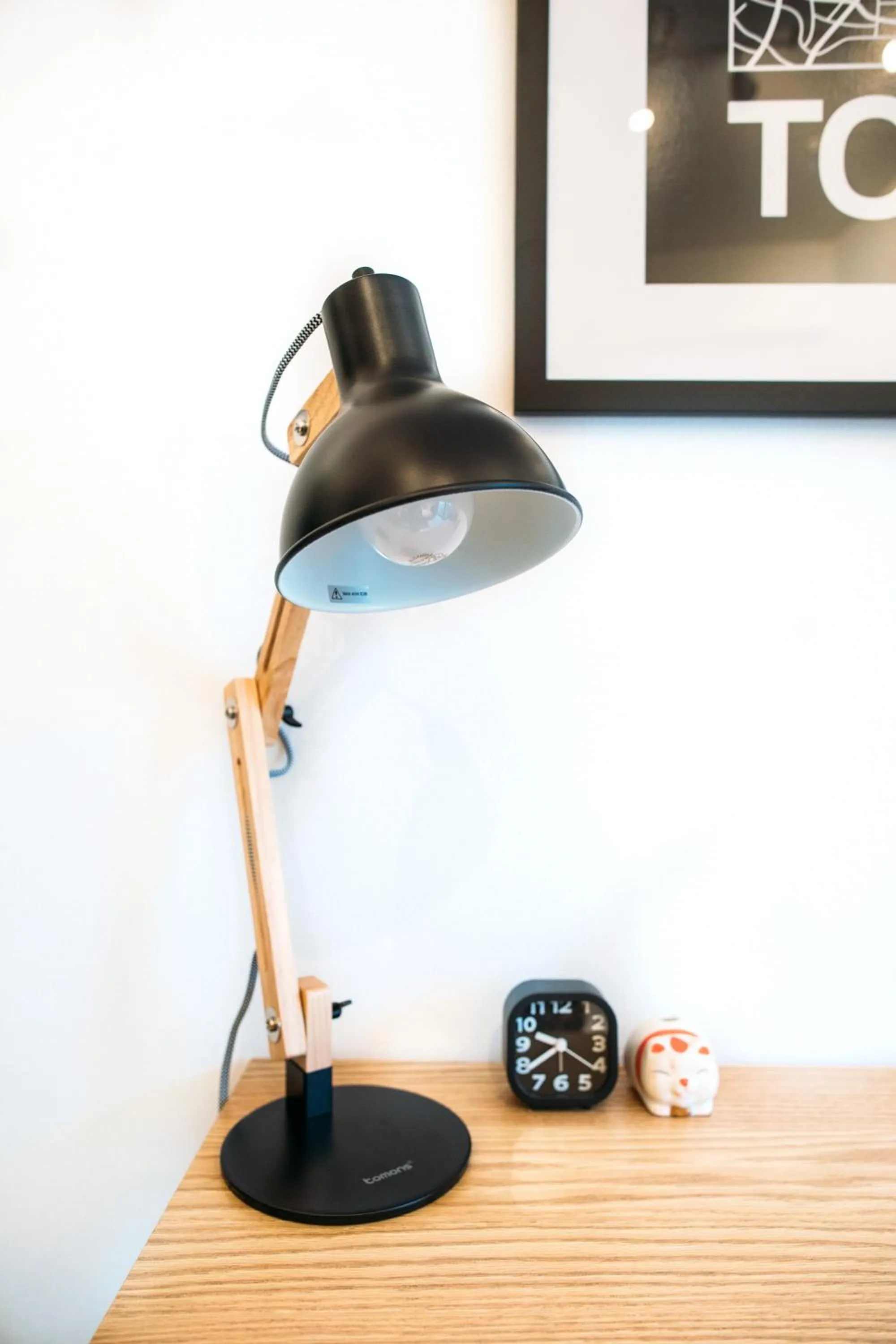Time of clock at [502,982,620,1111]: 9:38
